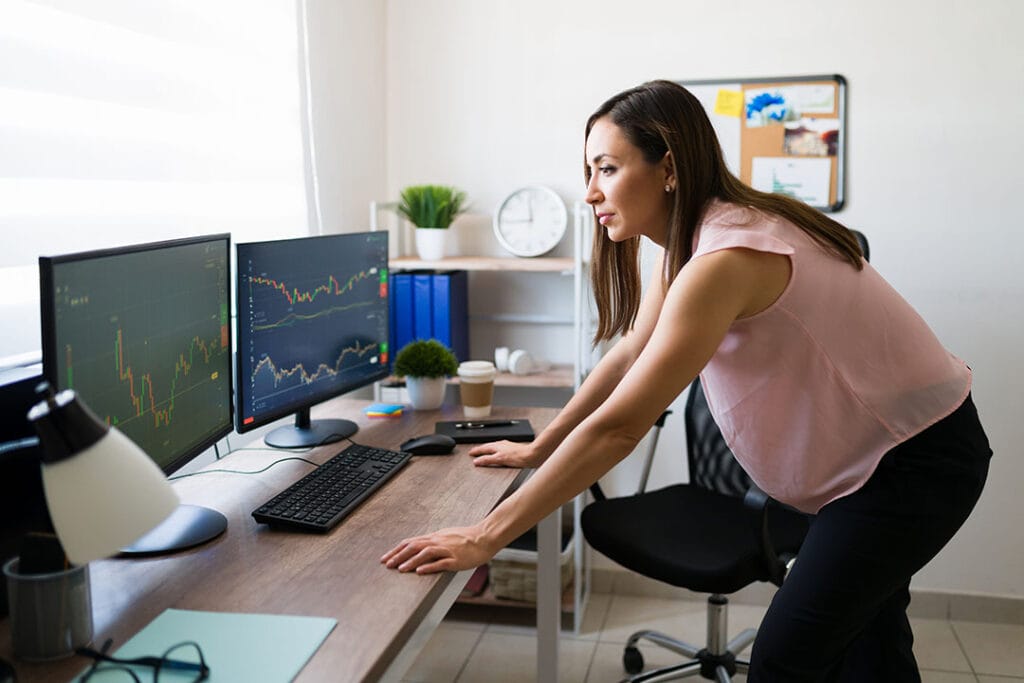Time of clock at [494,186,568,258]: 11:44
